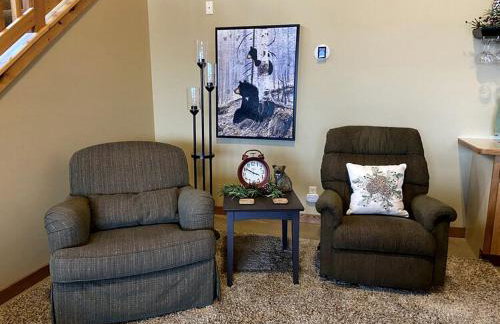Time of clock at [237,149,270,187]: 3:50
